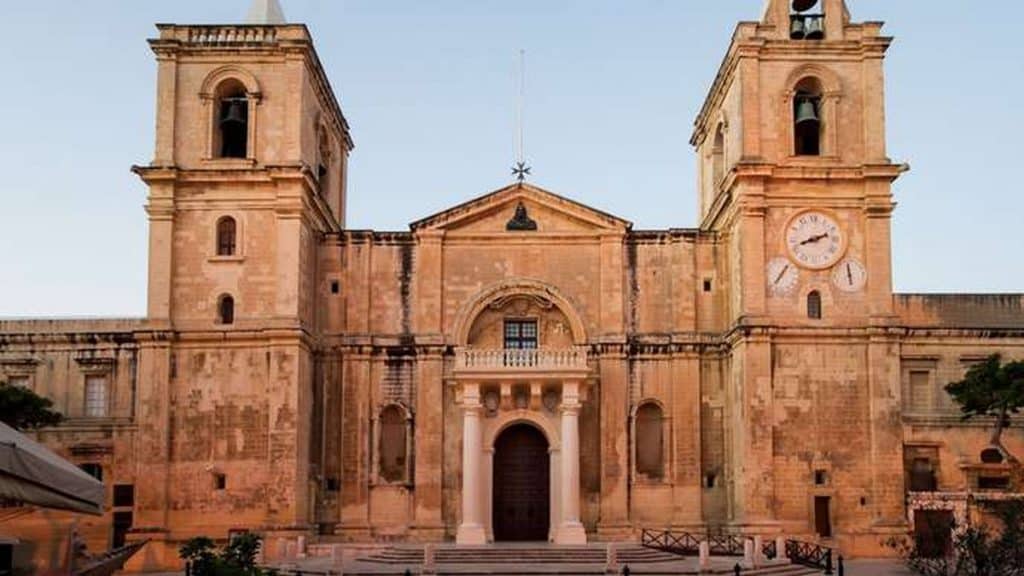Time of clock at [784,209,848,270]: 8:11
